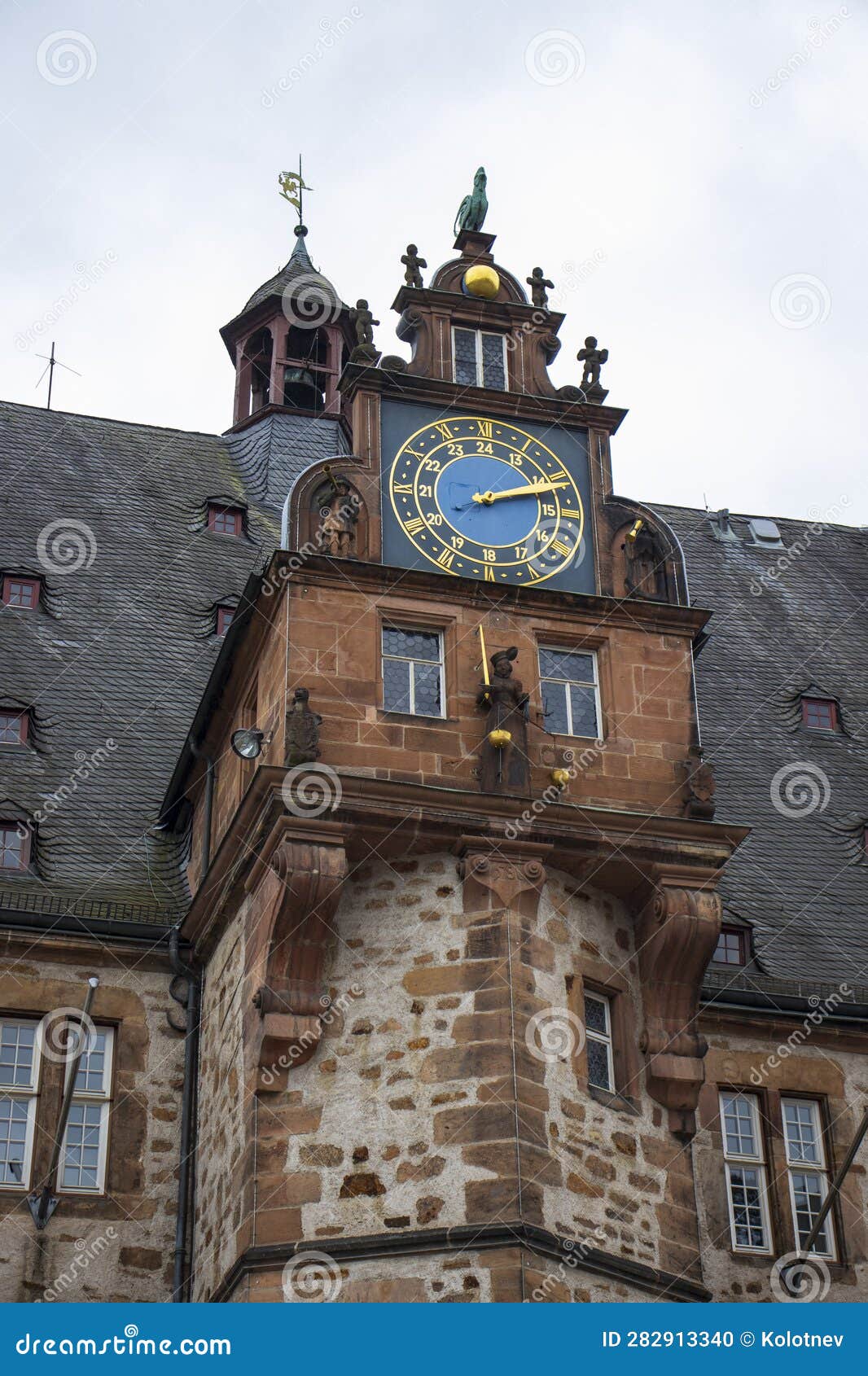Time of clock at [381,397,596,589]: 2:12
